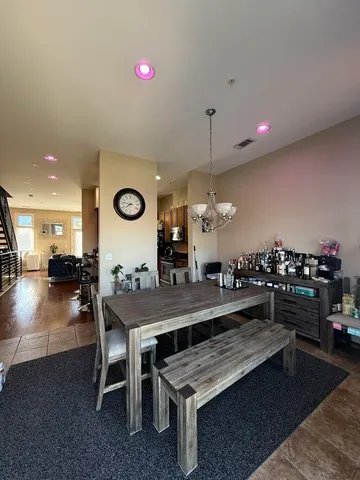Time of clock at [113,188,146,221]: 7:46
